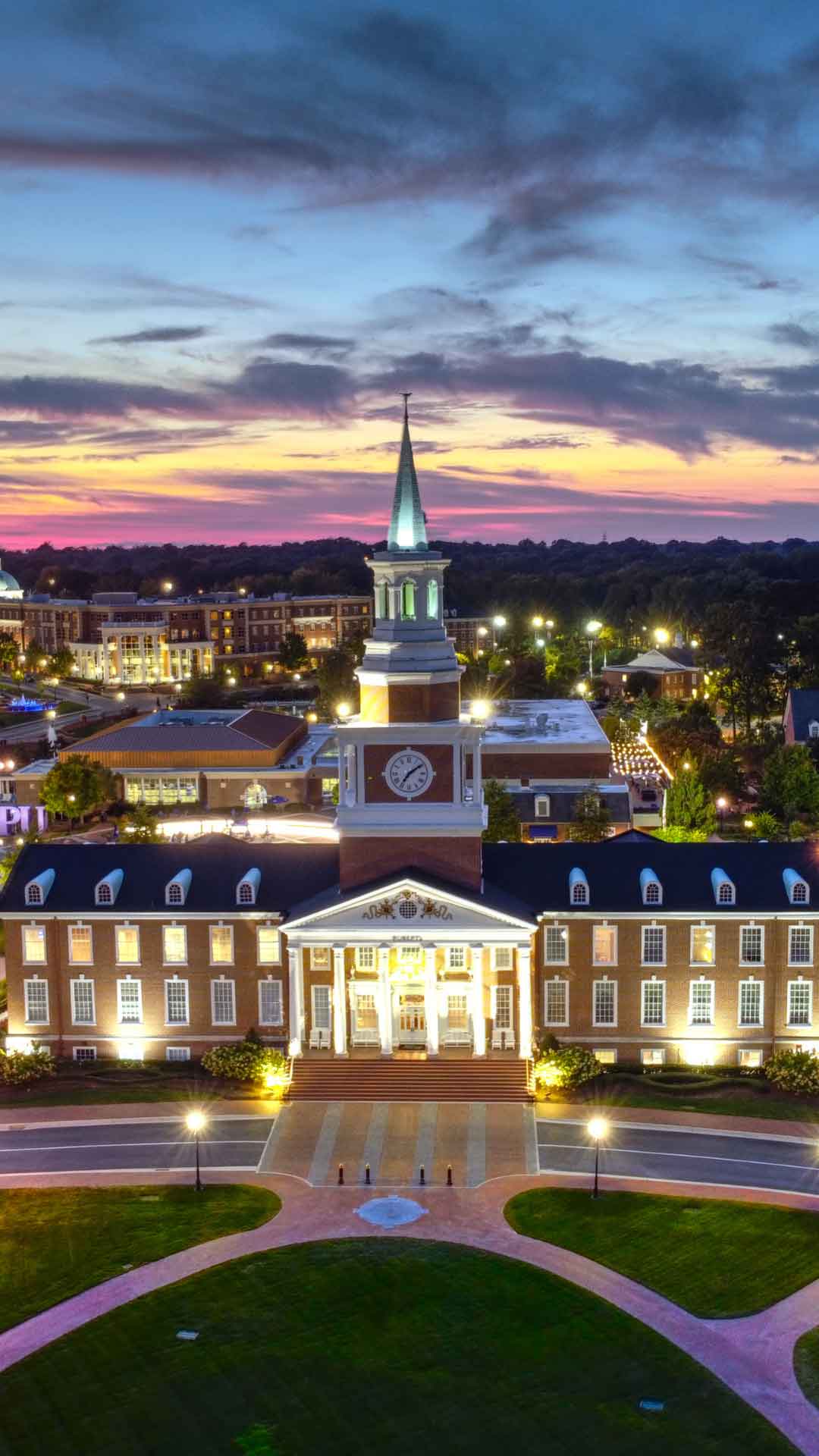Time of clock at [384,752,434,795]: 7:09
